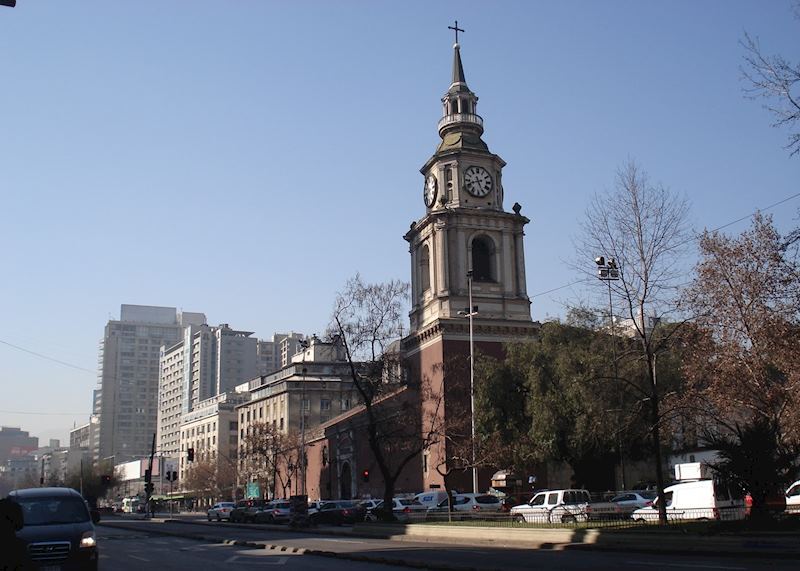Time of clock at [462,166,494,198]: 8:26
